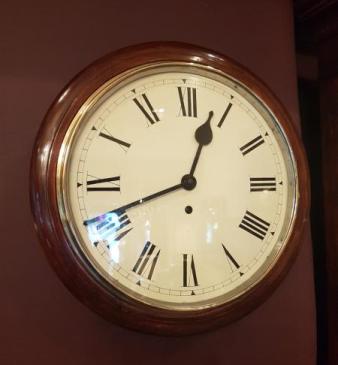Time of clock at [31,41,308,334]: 12:41
